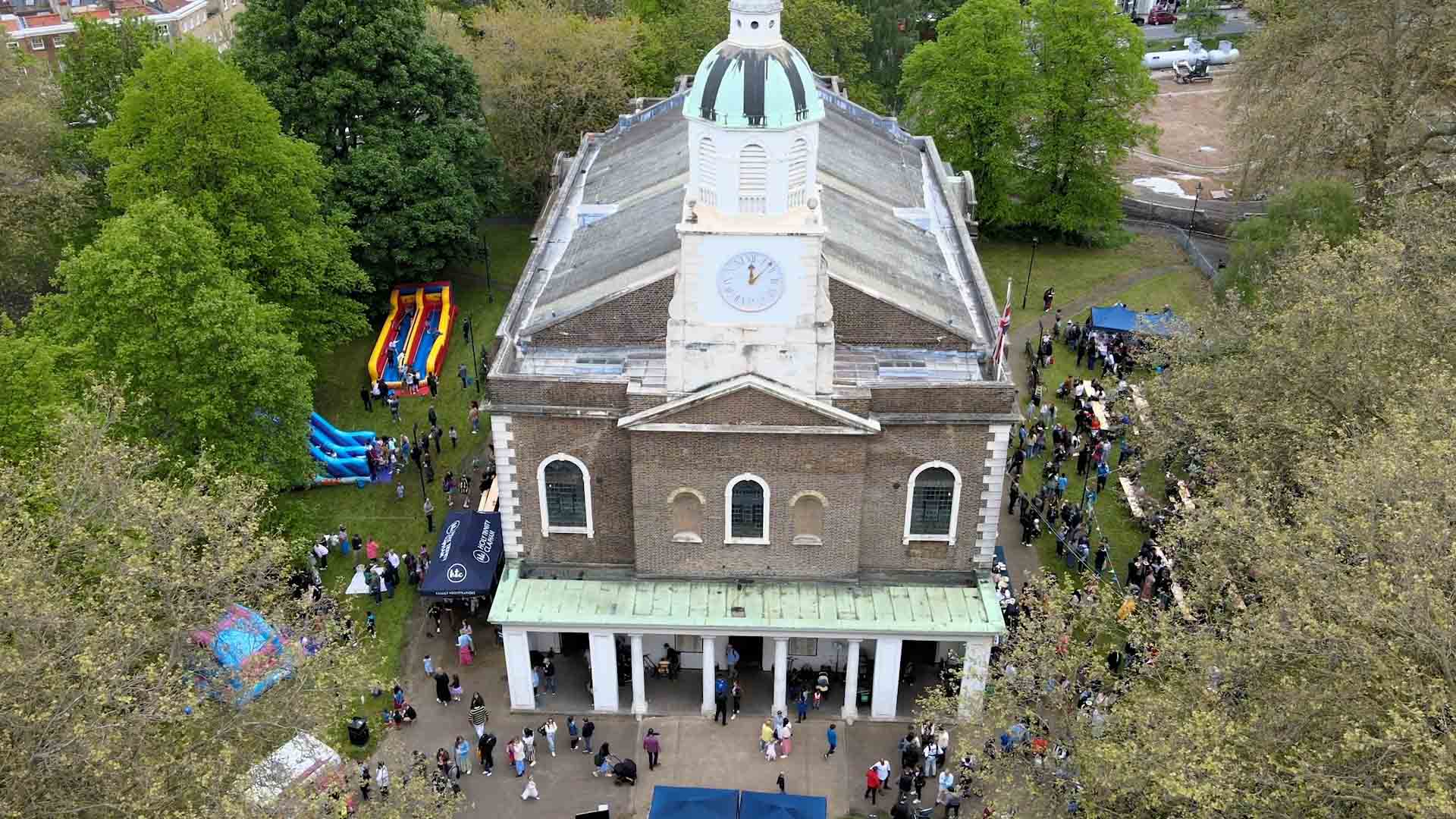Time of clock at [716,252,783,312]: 12:07
